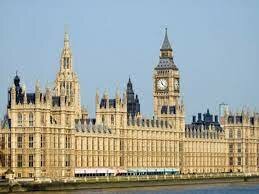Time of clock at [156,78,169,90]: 11:22
